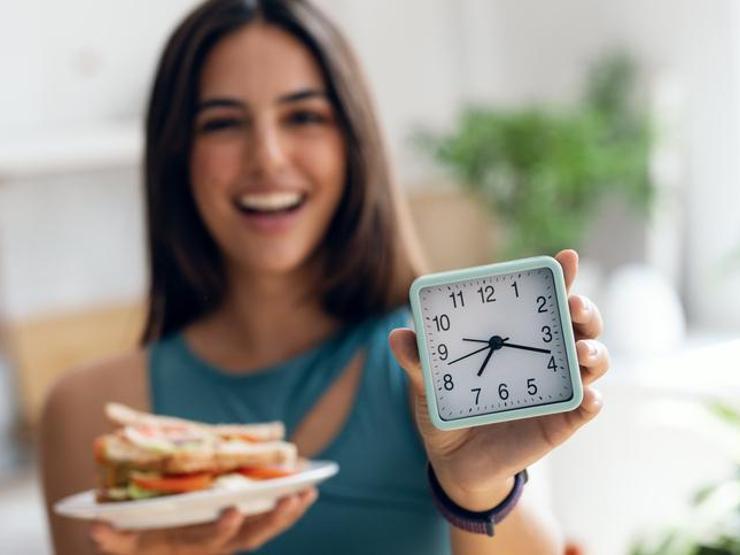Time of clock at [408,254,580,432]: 7:18
